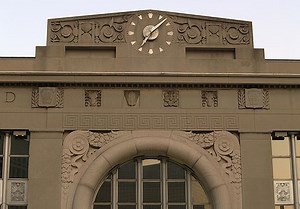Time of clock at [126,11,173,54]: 7:07
